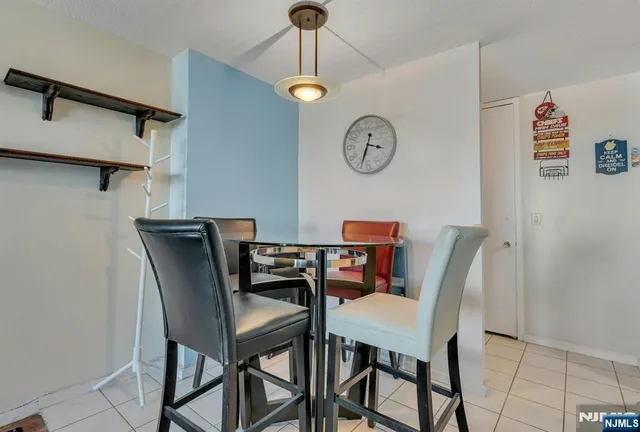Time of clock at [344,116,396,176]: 3:33
